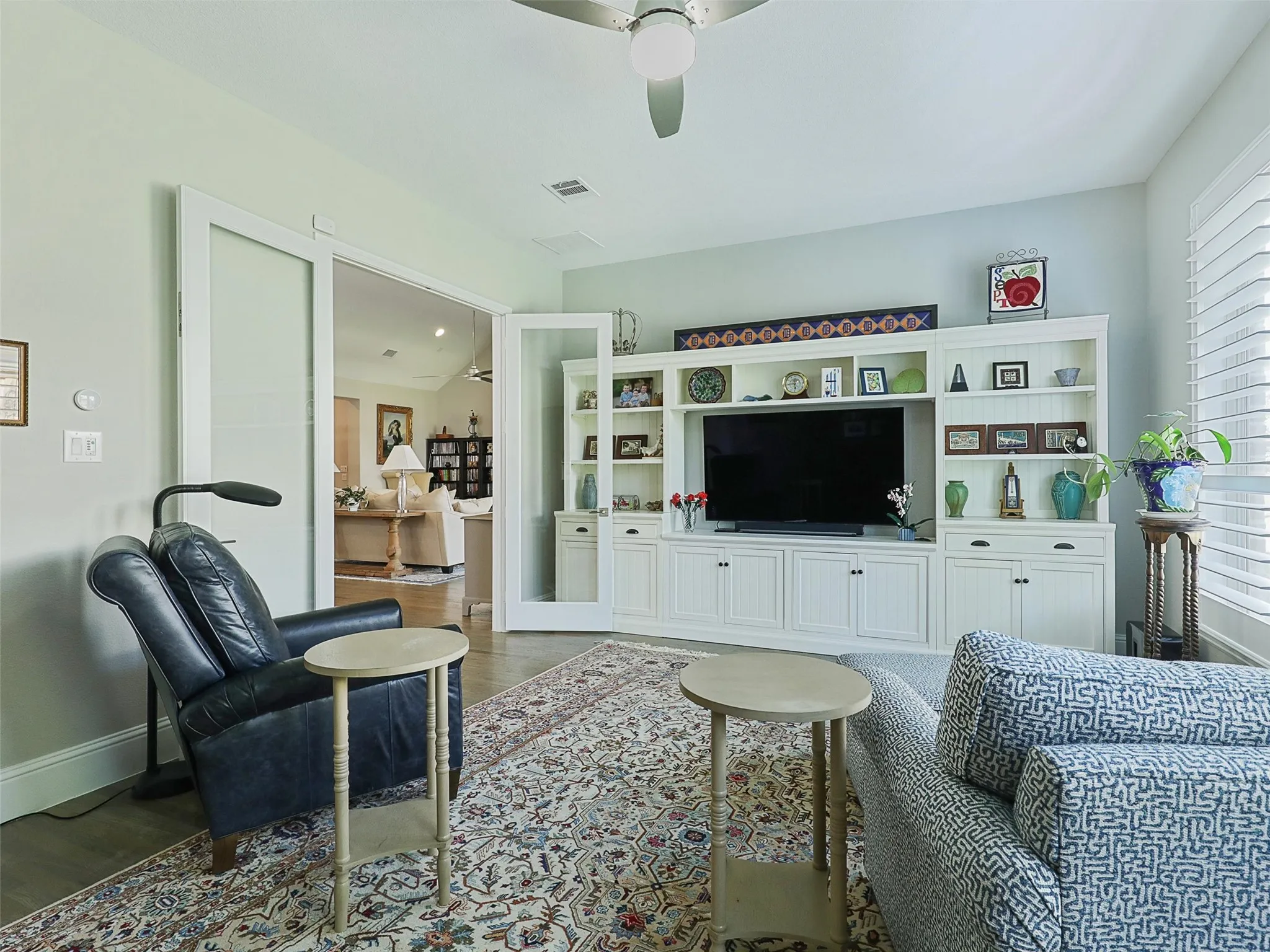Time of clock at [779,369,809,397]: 5:43
